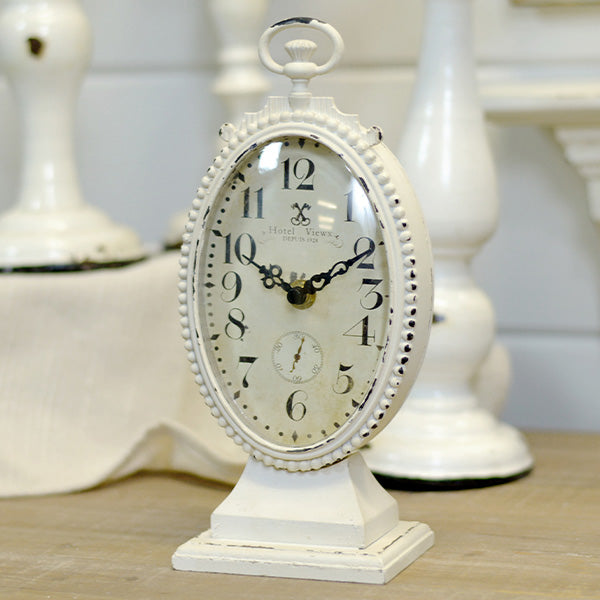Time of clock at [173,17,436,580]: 9:10
